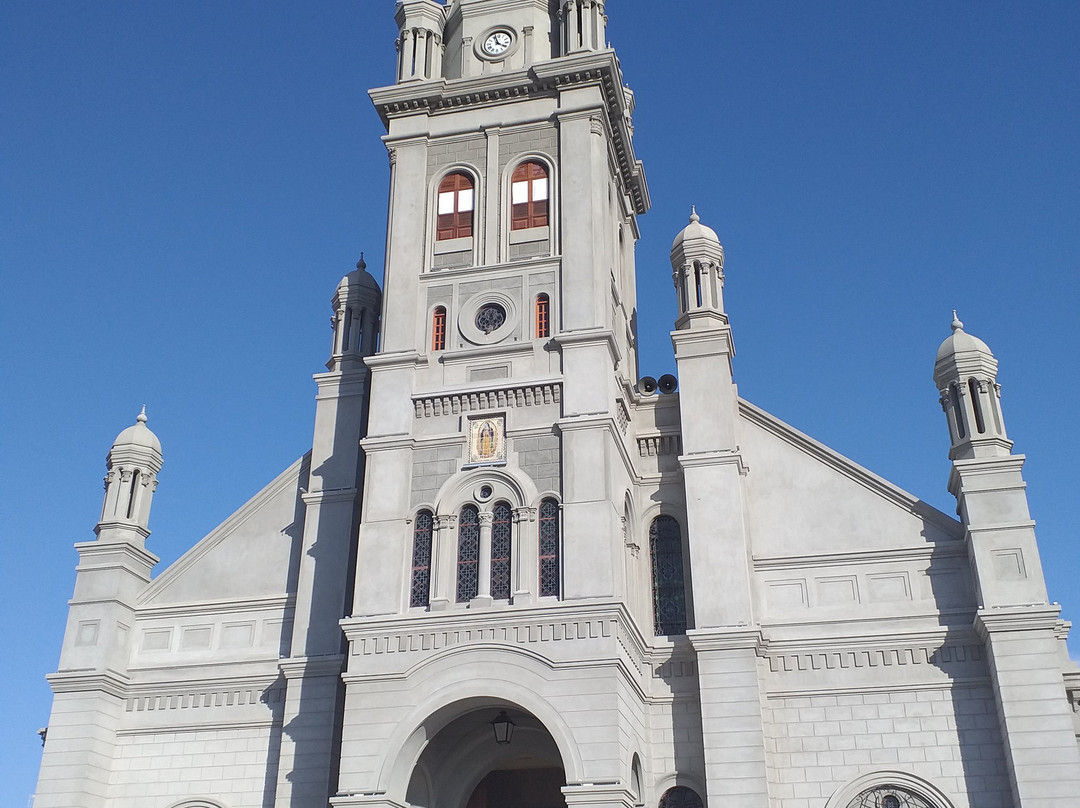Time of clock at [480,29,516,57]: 3:56
